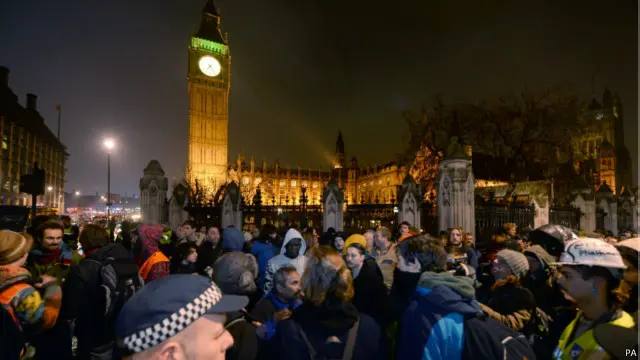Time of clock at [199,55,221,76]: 7:24
